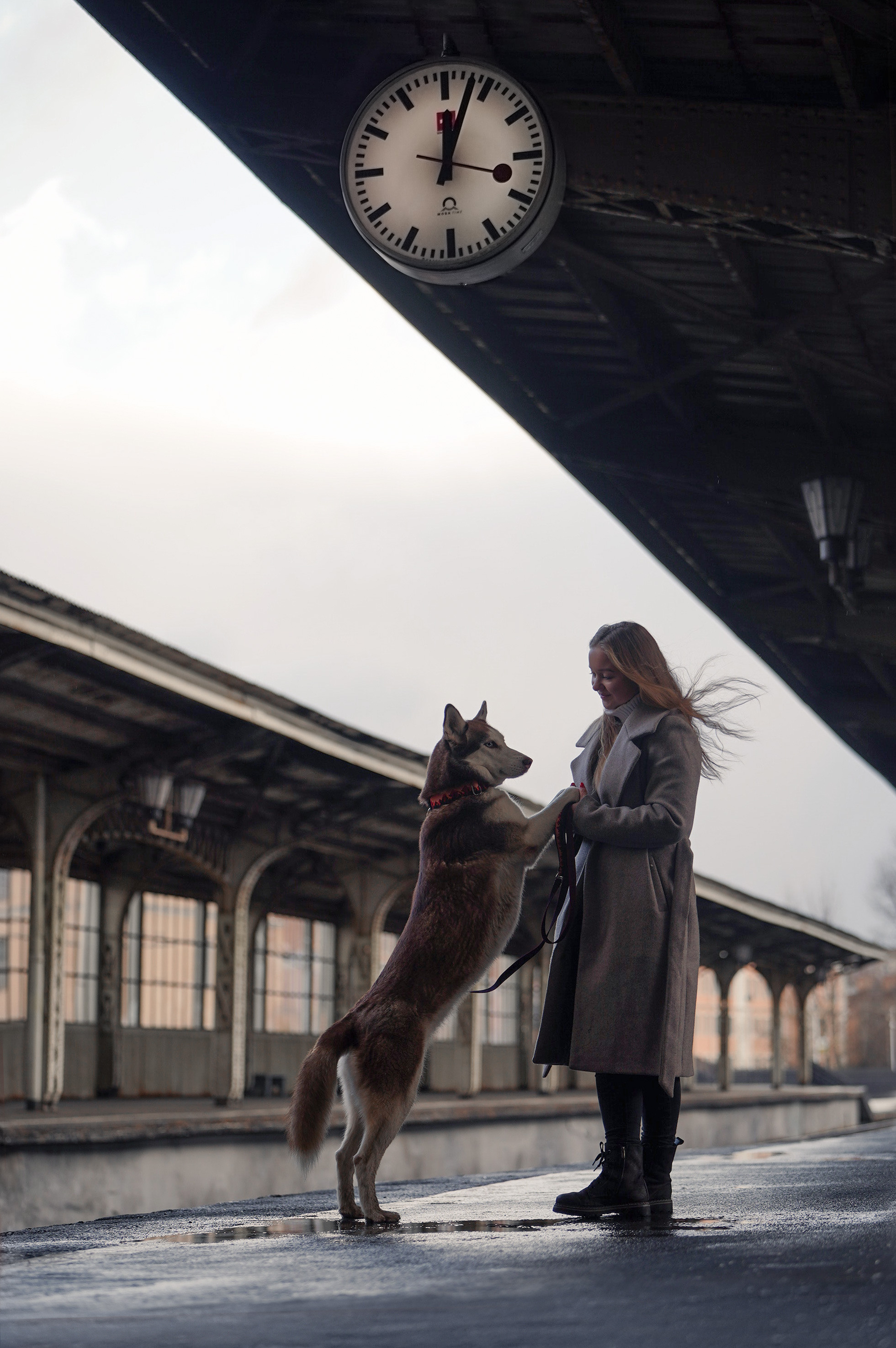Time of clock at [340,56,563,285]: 12:03
